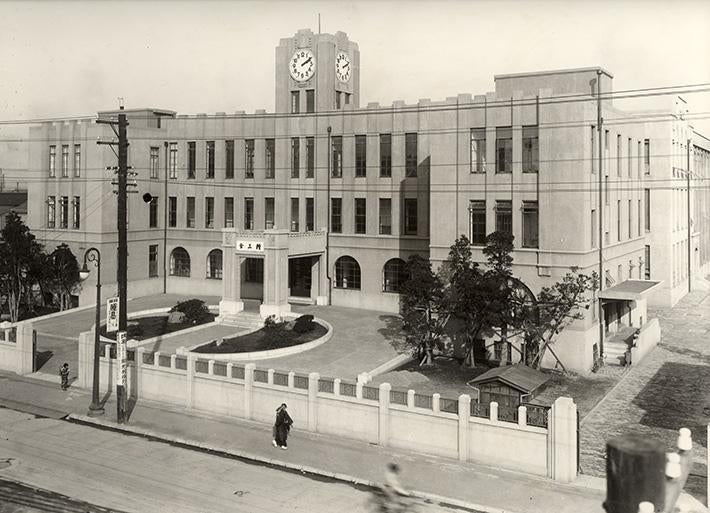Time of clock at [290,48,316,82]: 2:09
